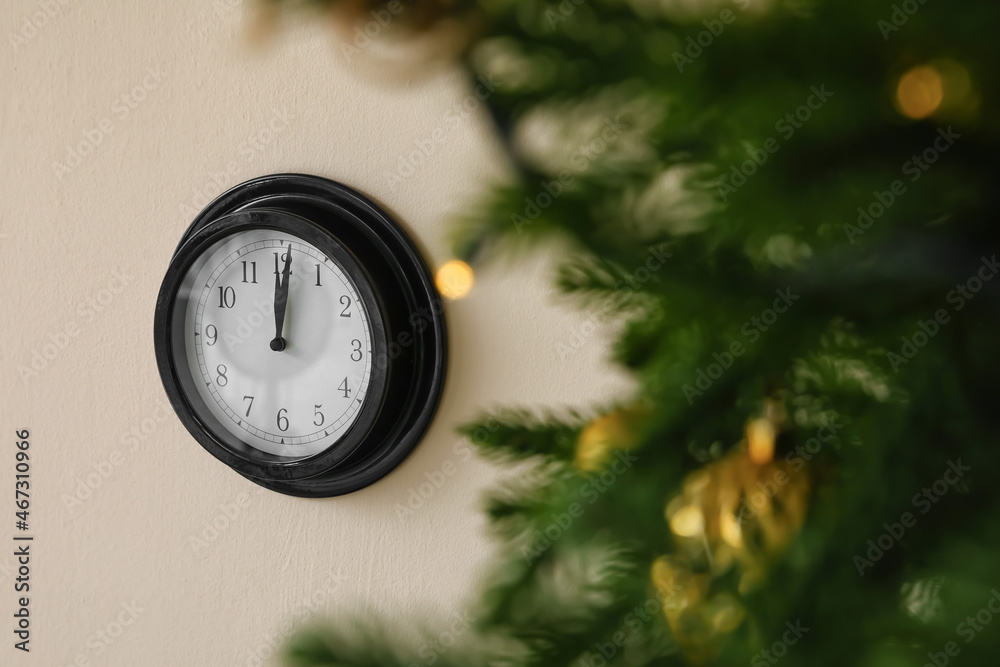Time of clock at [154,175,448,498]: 12:01
